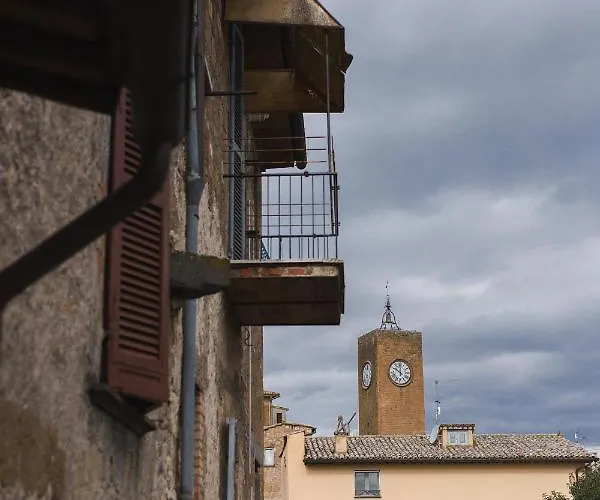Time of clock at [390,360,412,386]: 10:00
